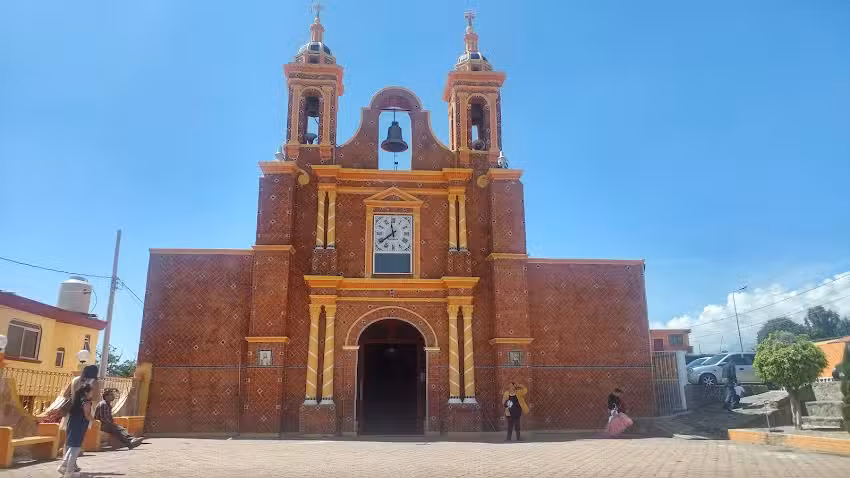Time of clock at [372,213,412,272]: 11:38
